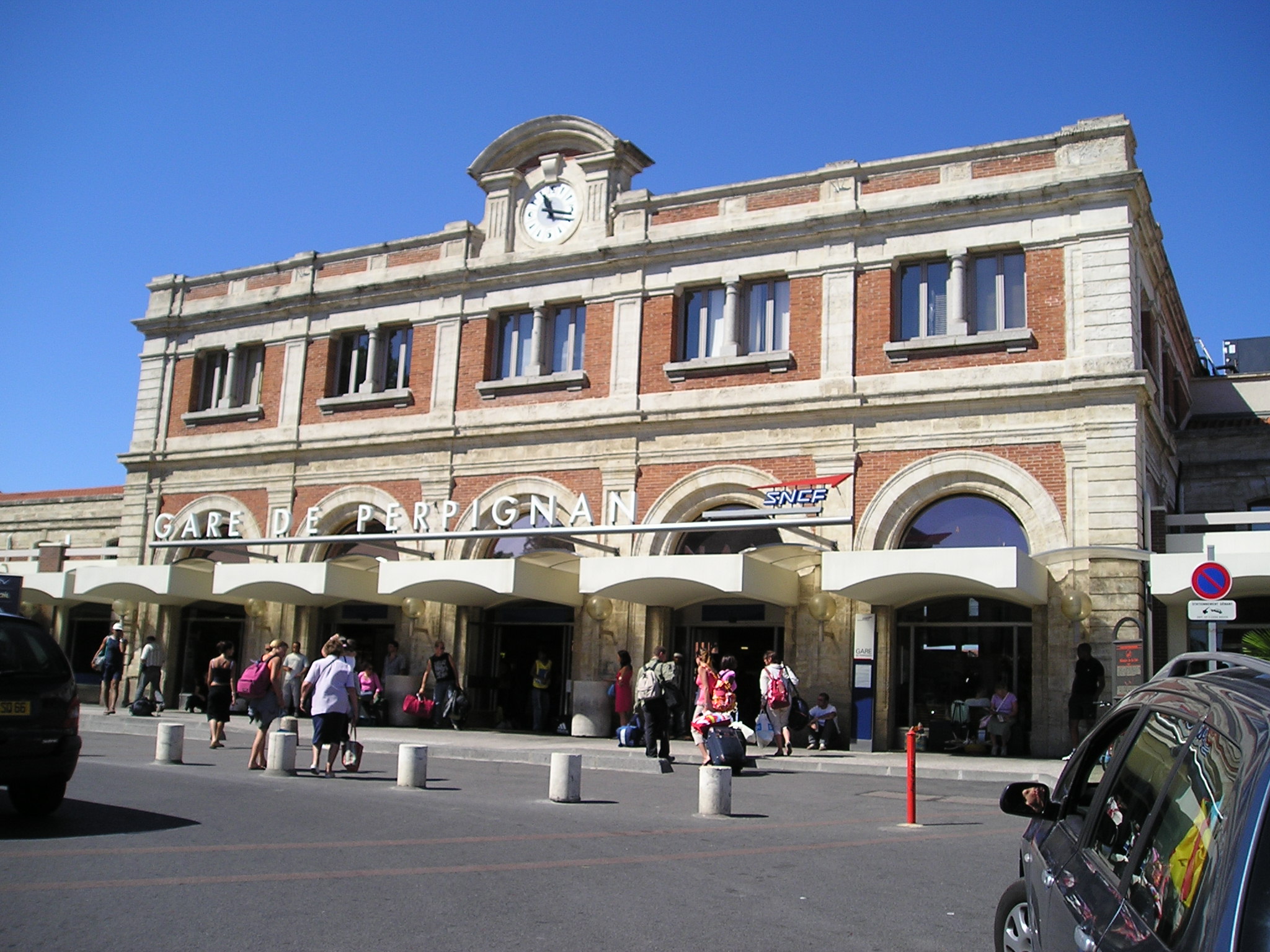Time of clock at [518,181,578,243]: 11:17
